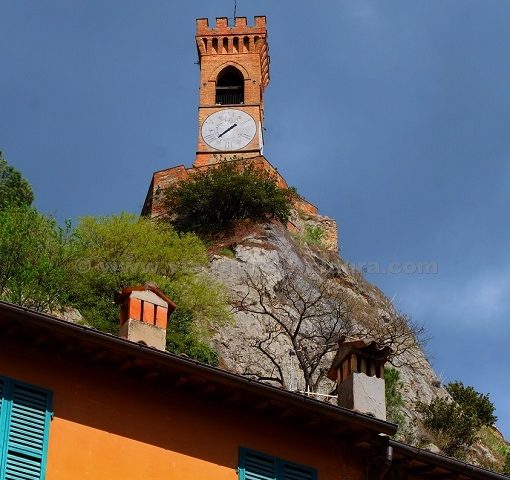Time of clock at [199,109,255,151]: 1:37
